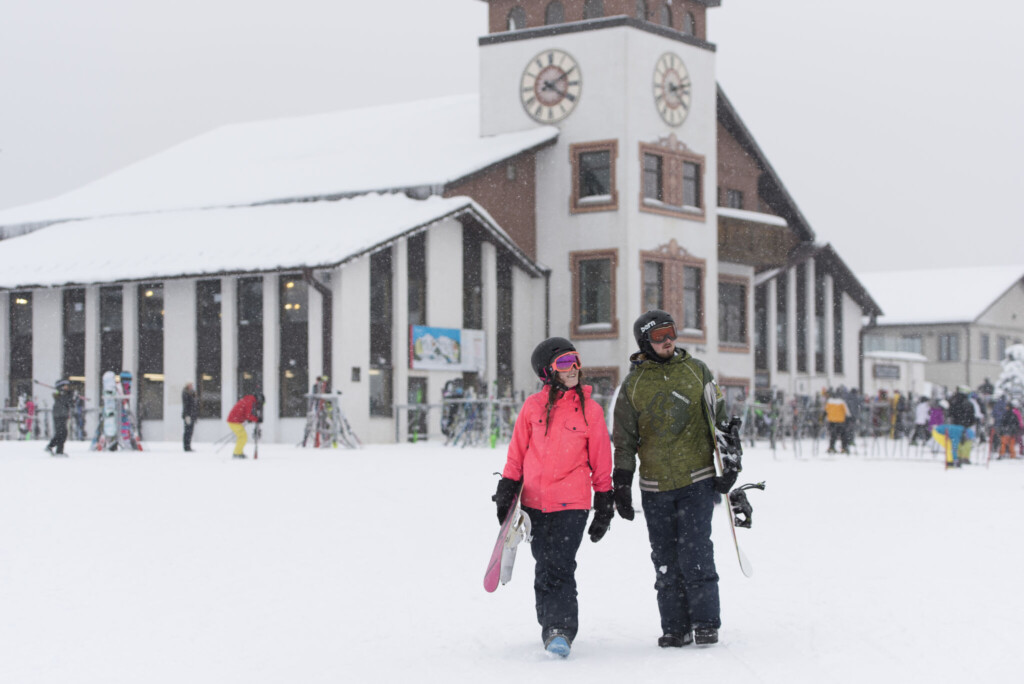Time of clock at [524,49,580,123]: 4:10
